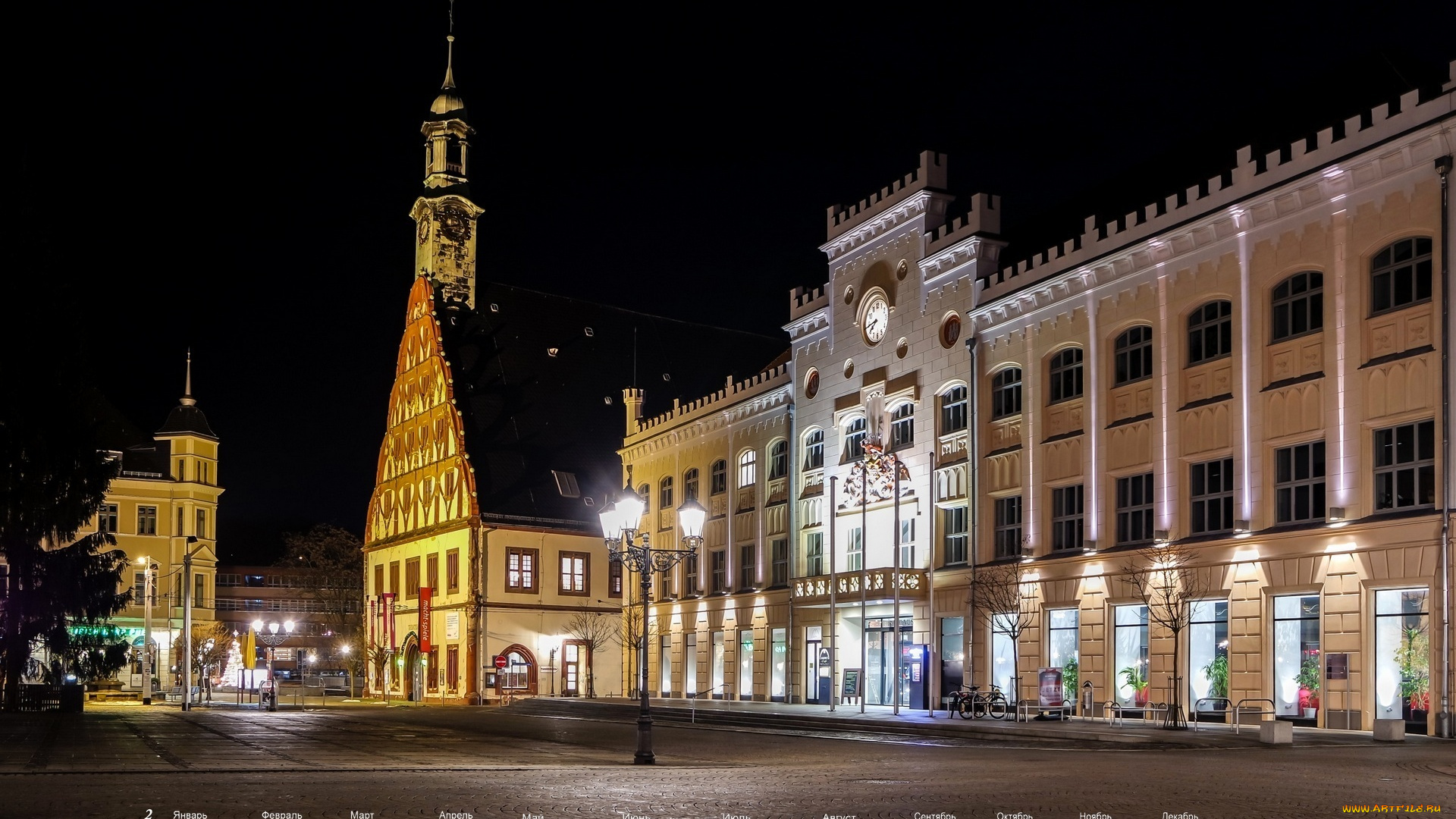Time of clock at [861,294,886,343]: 7:43
